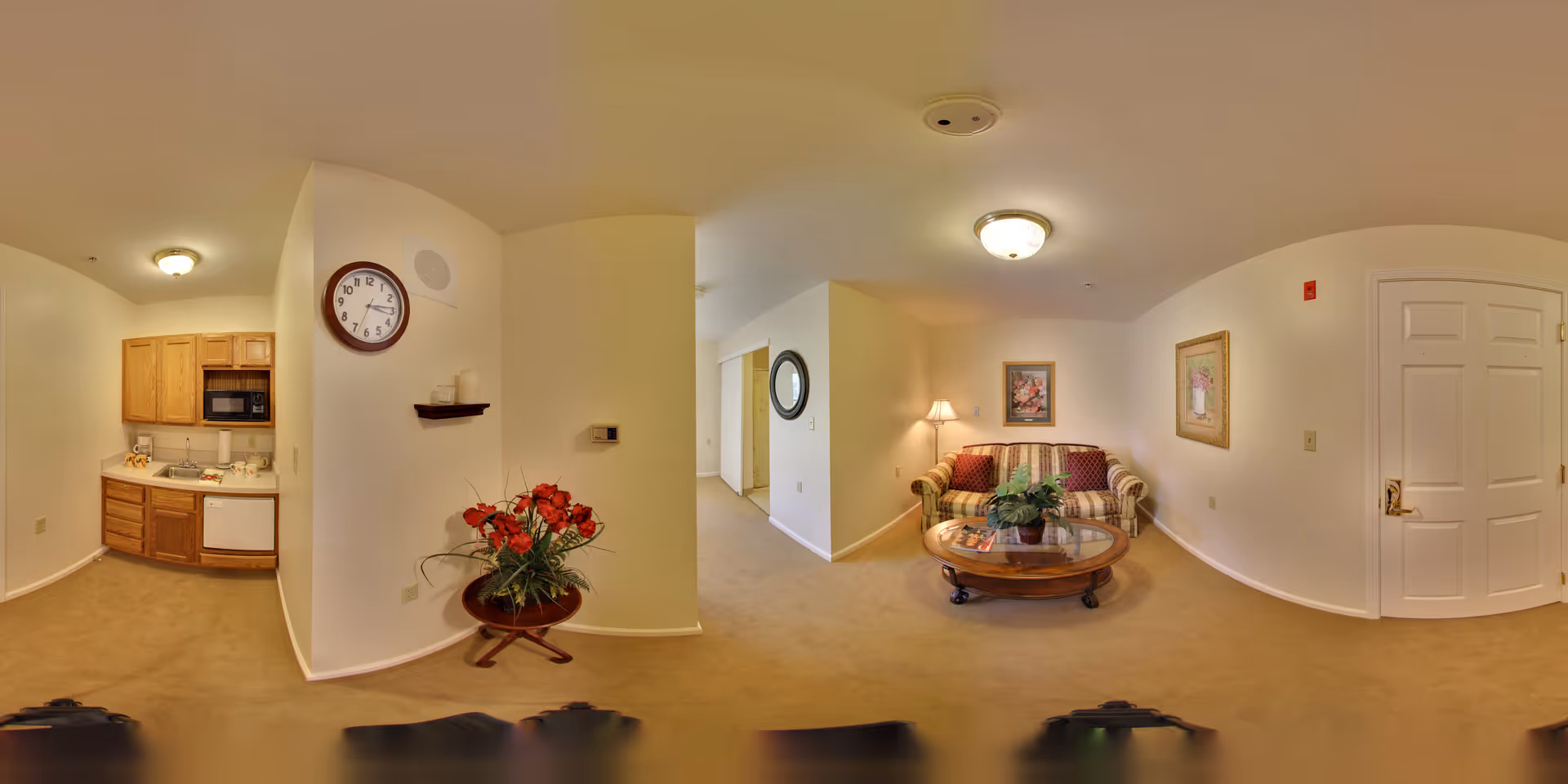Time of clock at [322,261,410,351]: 3:13
